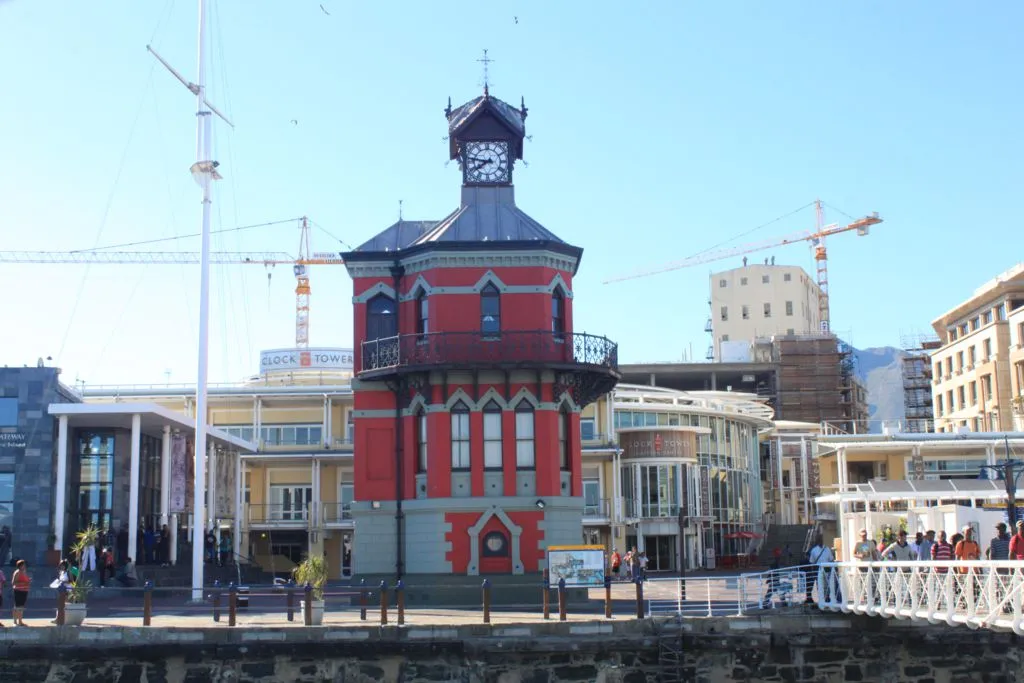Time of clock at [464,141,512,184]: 7:46
